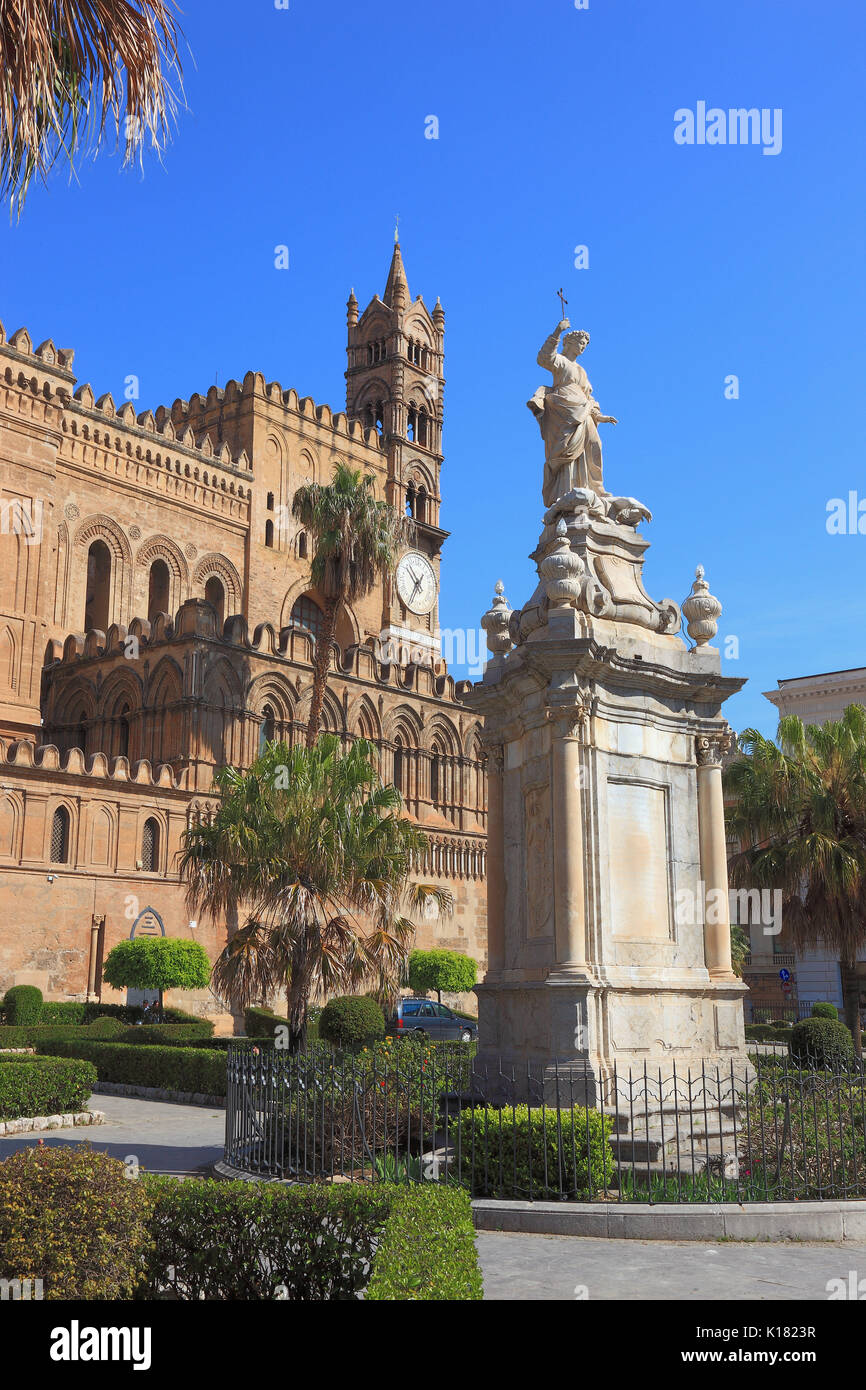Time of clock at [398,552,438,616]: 1:35
